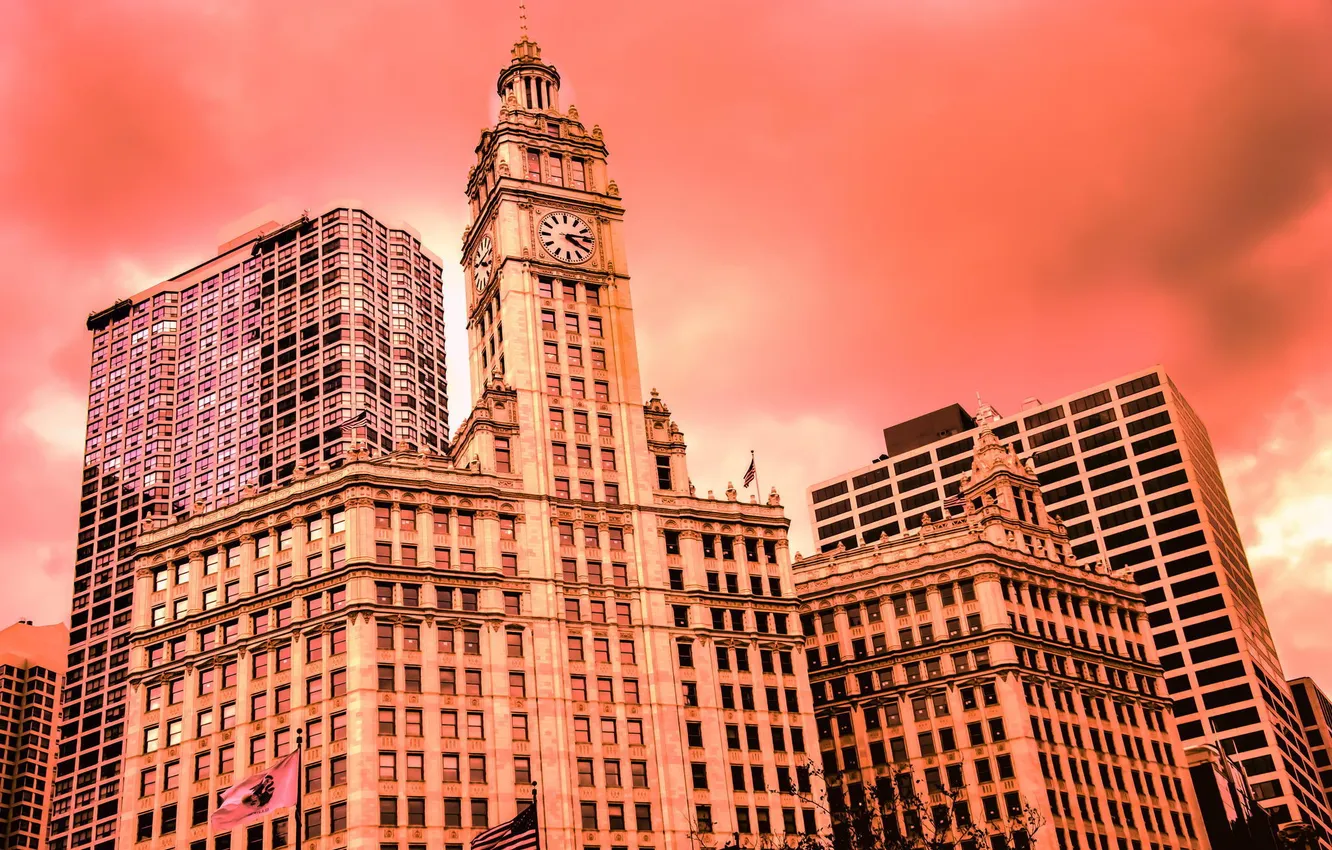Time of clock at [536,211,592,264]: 4:14
